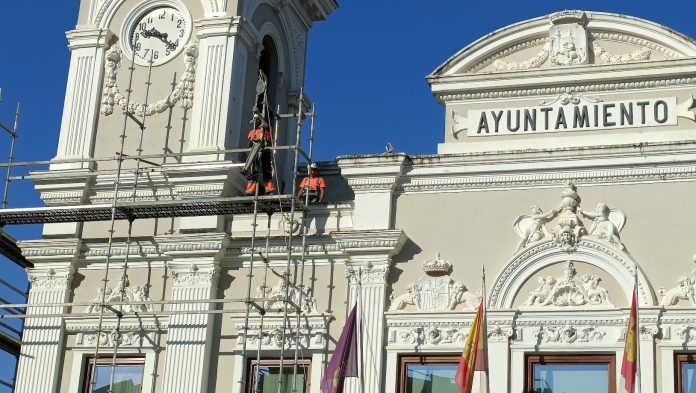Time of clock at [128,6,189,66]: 9:22
